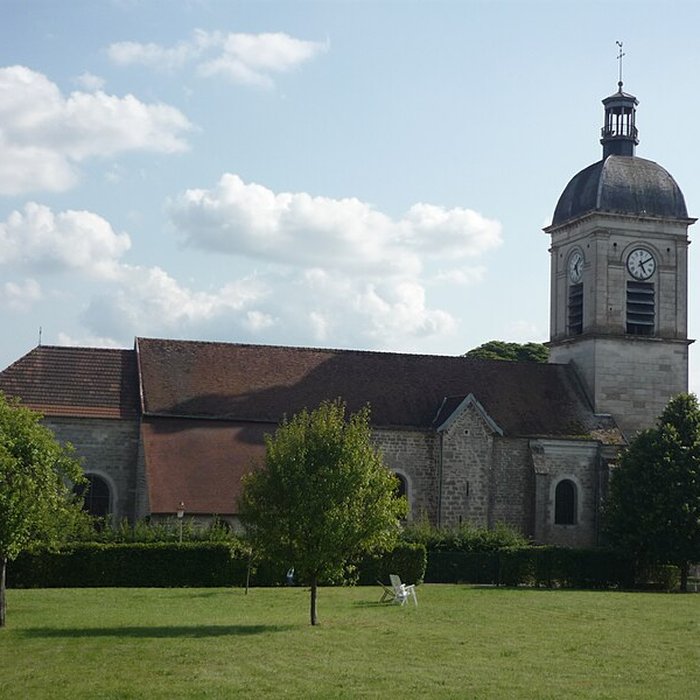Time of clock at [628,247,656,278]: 5:09
